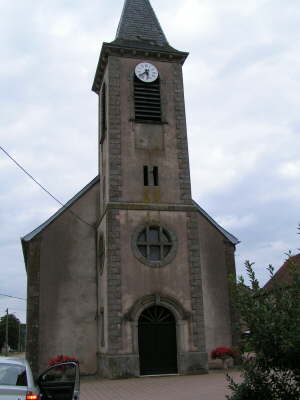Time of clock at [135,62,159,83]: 5:38
